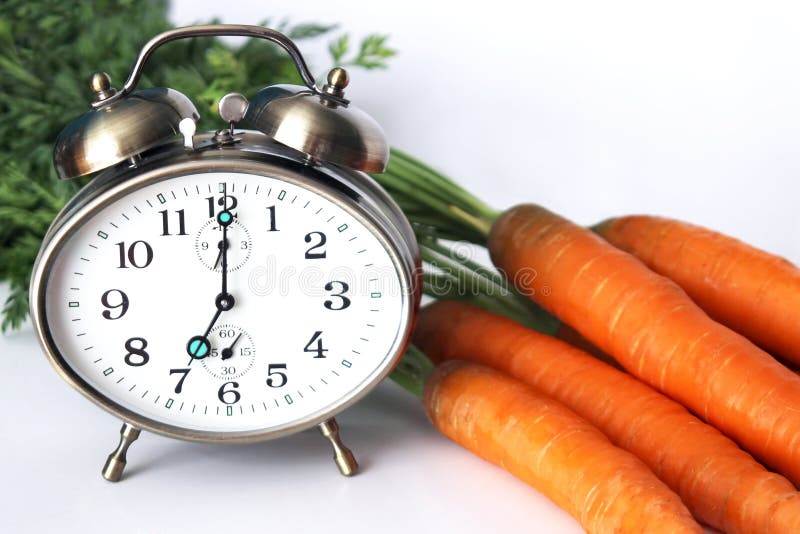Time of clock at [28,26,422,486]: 7:00
